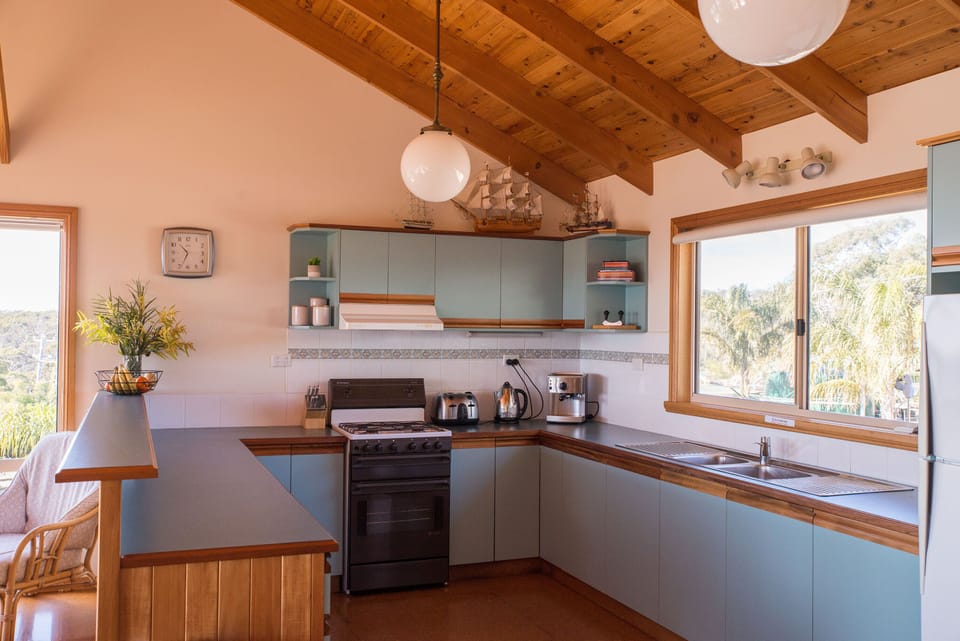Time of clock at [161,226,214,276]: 10:34
